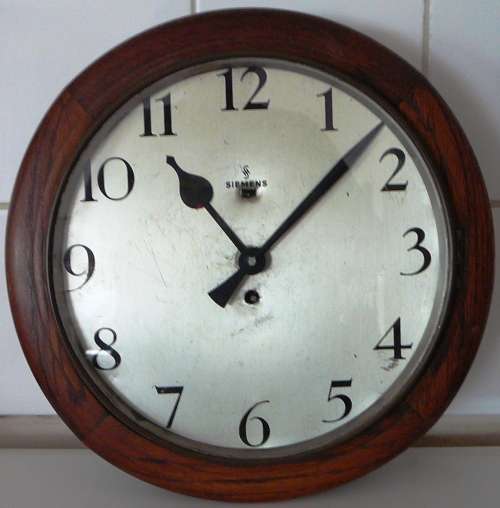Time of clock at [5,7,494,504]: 11:07
